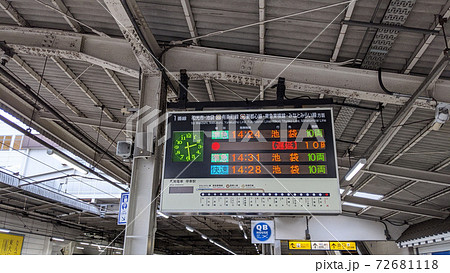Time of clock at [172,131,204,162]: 2:28
